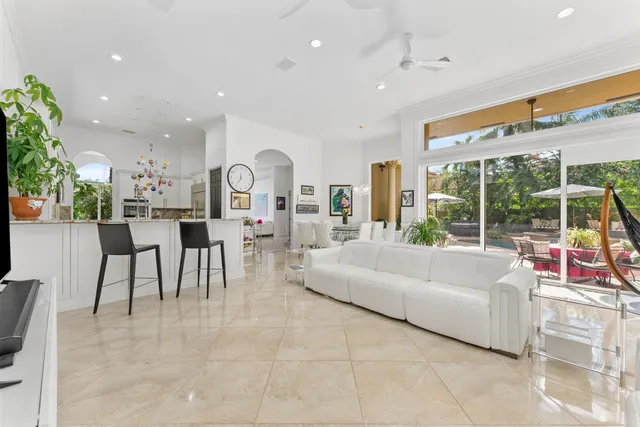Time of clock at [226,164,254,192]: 11:35
